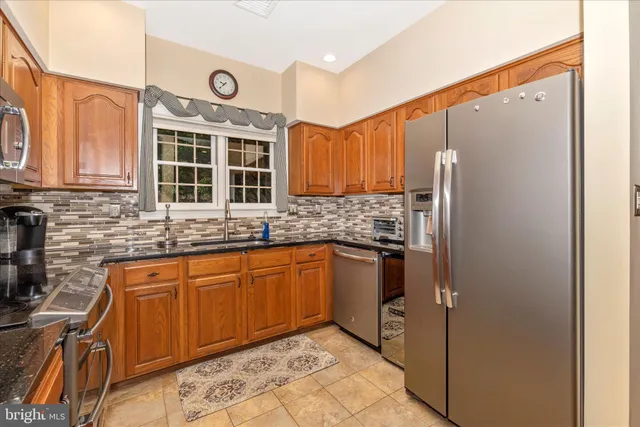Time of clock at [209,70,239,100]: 9:37
